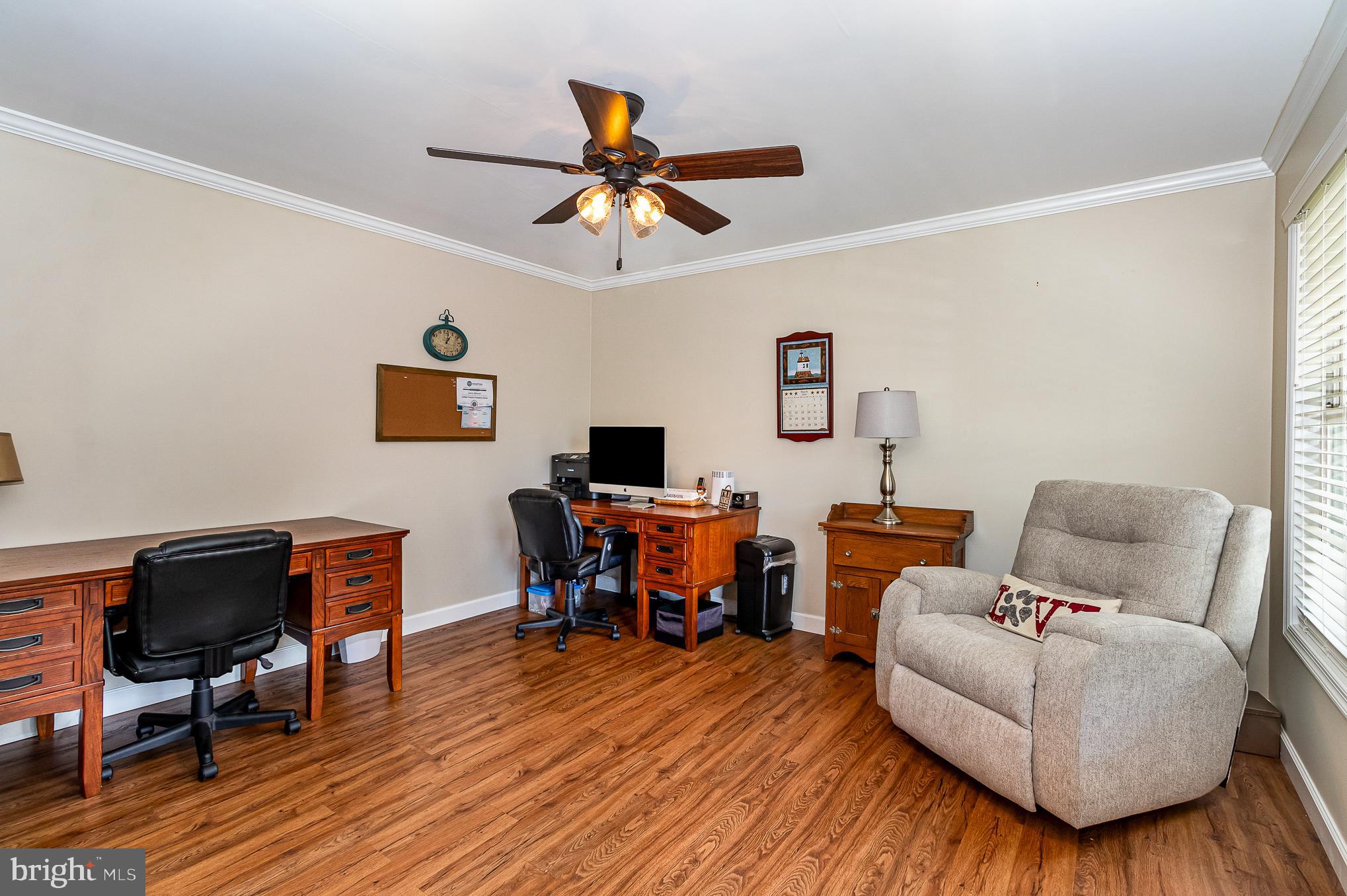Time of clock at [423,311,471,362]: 1:01
